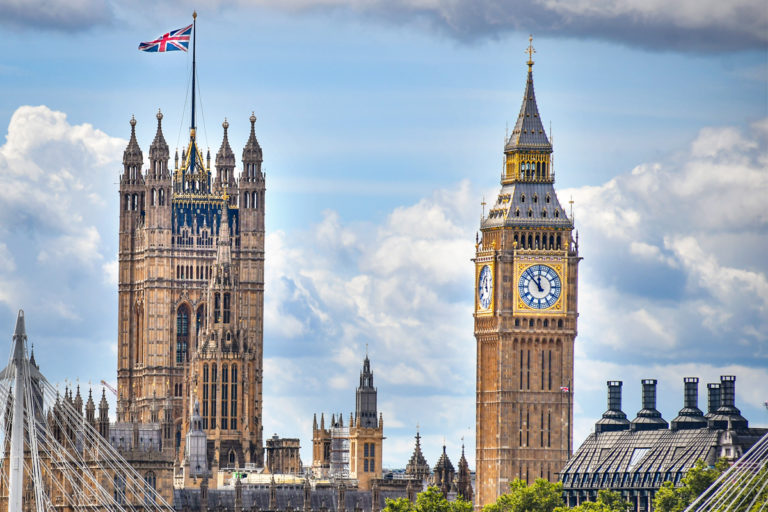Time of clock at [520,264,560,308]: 11:52
